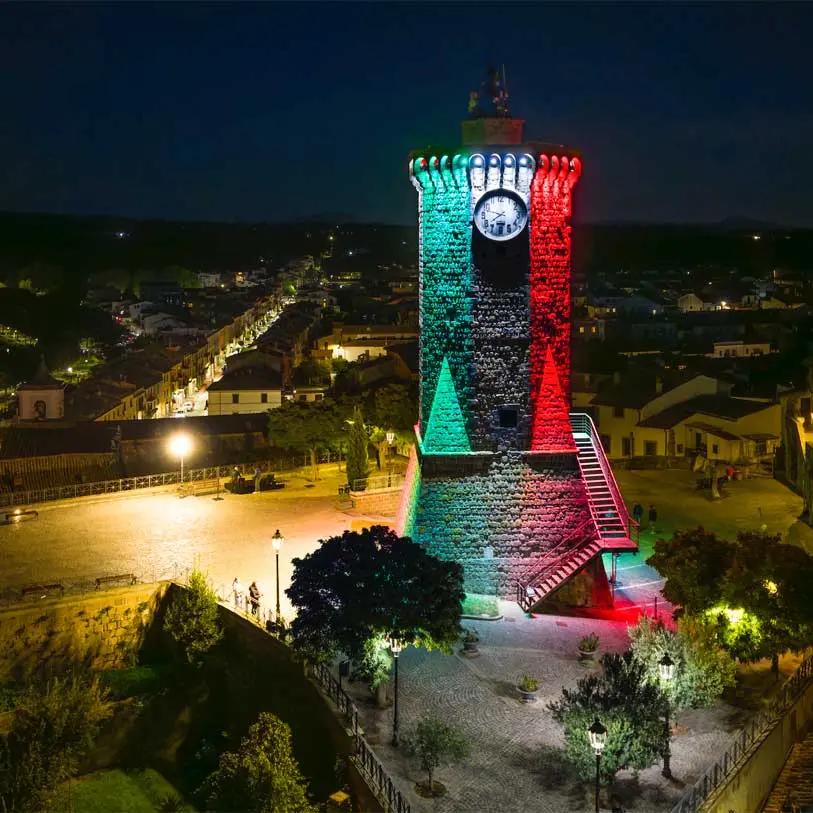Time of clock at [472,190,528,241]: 7:47
